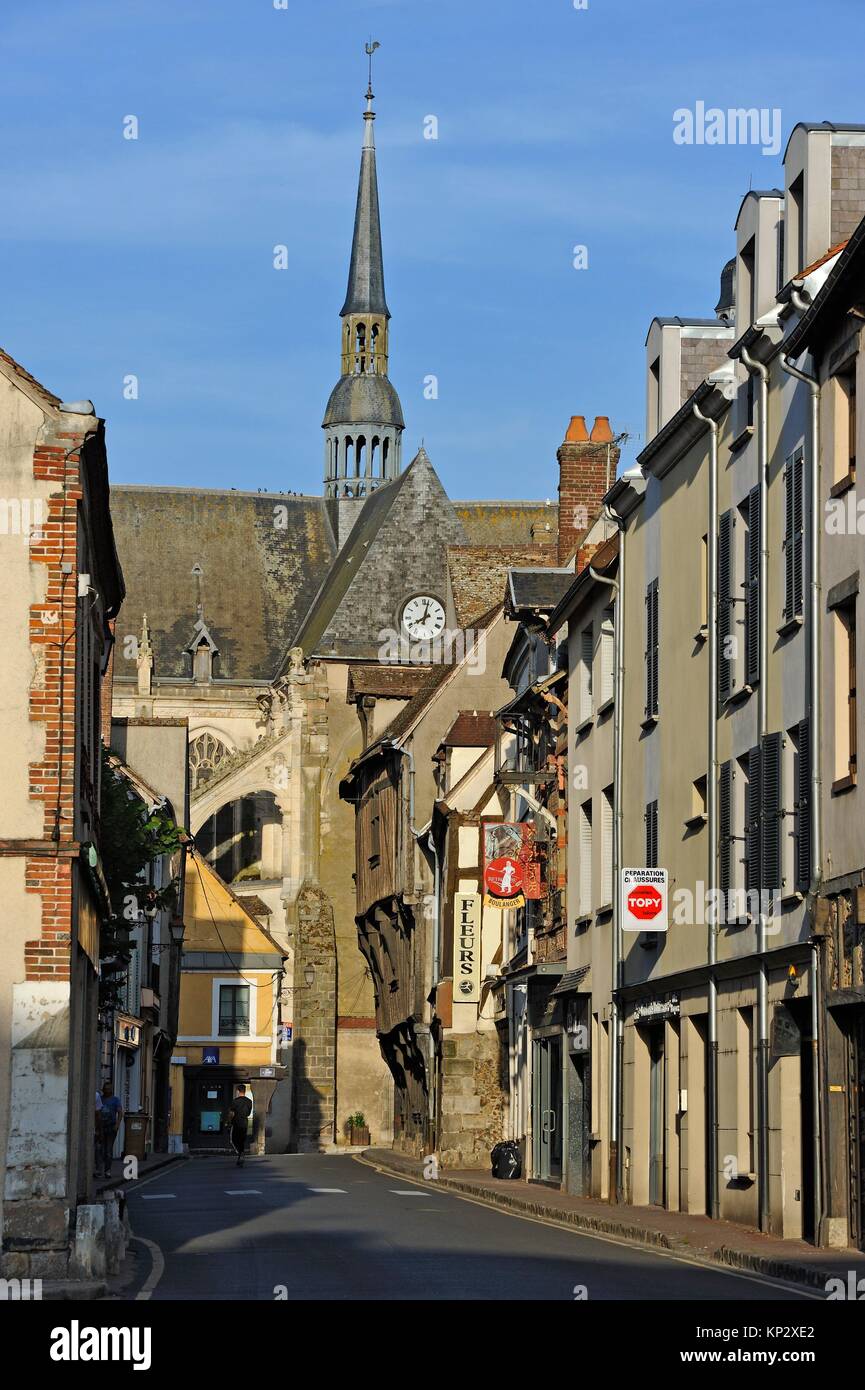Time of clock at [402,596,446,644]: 8:02
